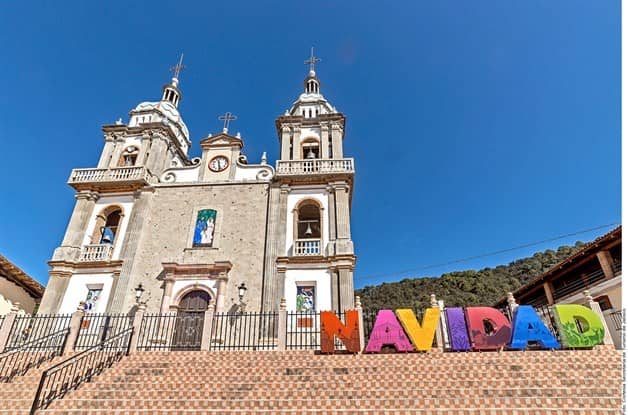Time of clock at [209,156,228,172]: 11:28
